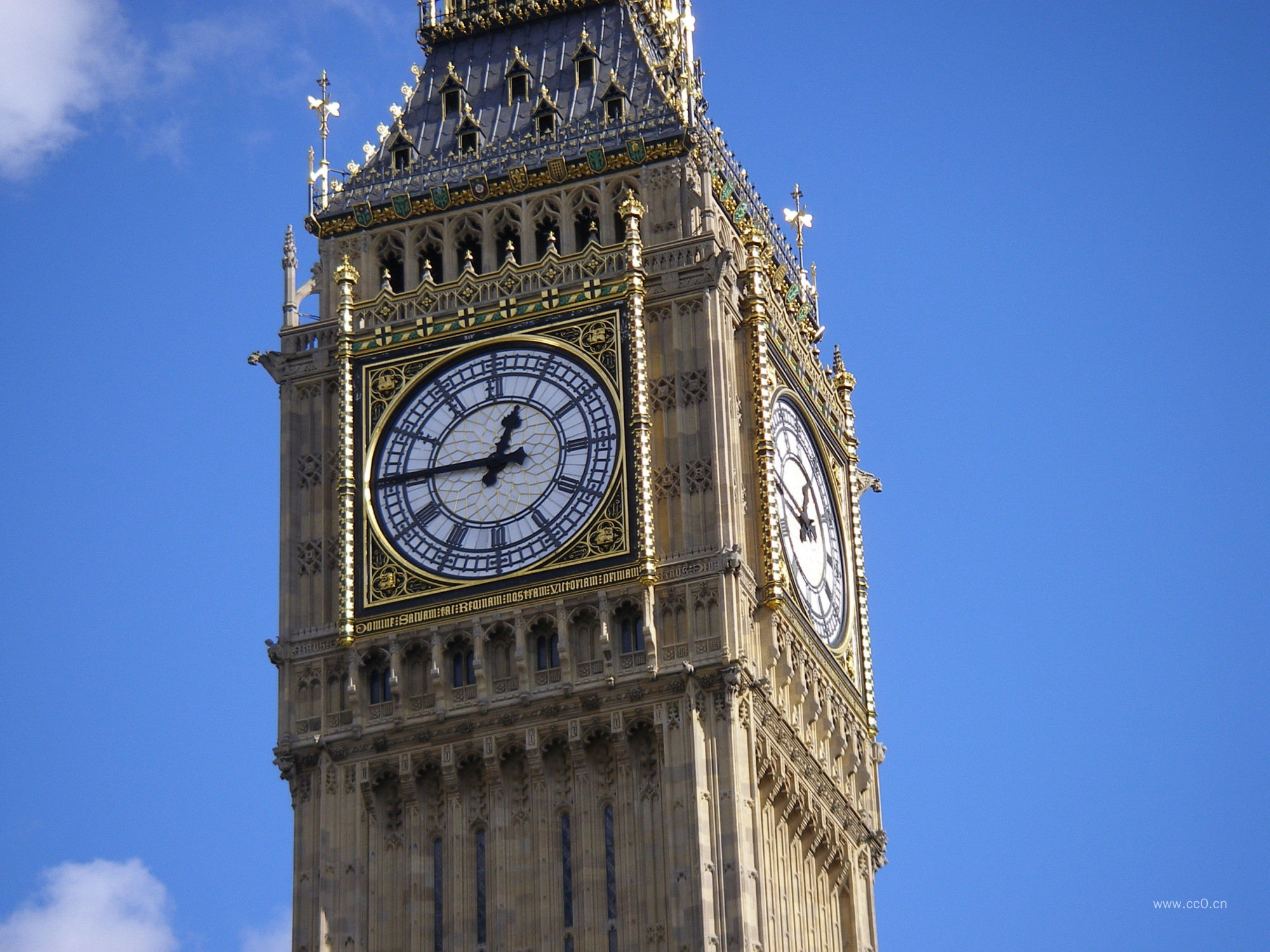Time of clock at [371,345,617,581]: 12:45
